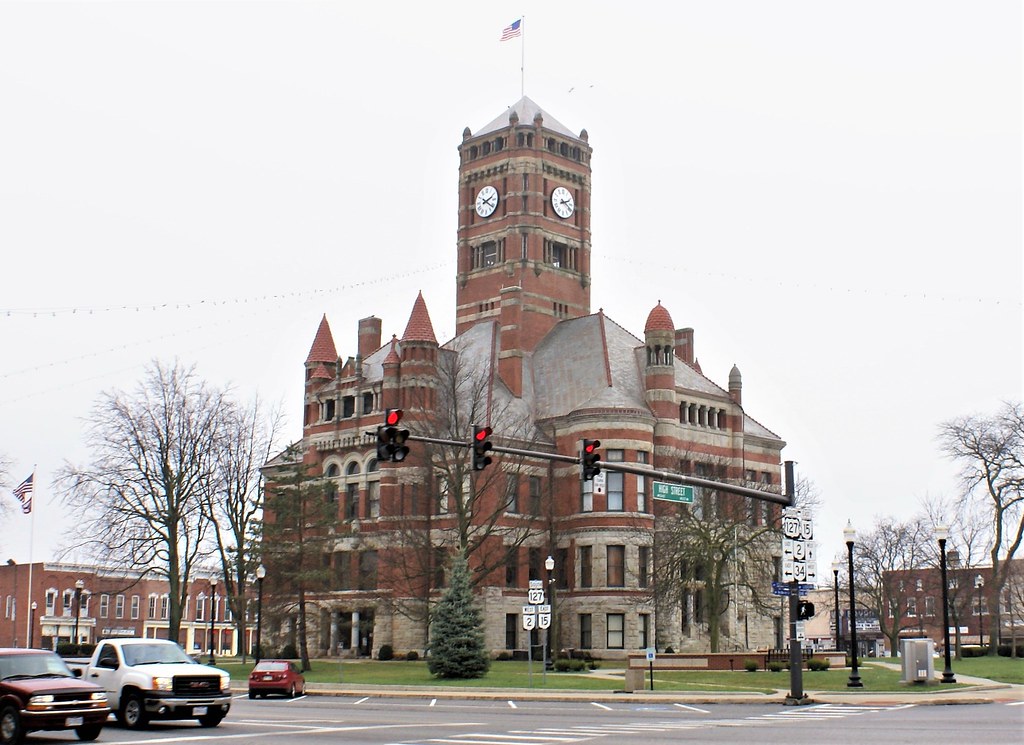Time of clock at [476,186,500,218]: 2:21
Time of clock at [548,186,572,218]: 2:19
